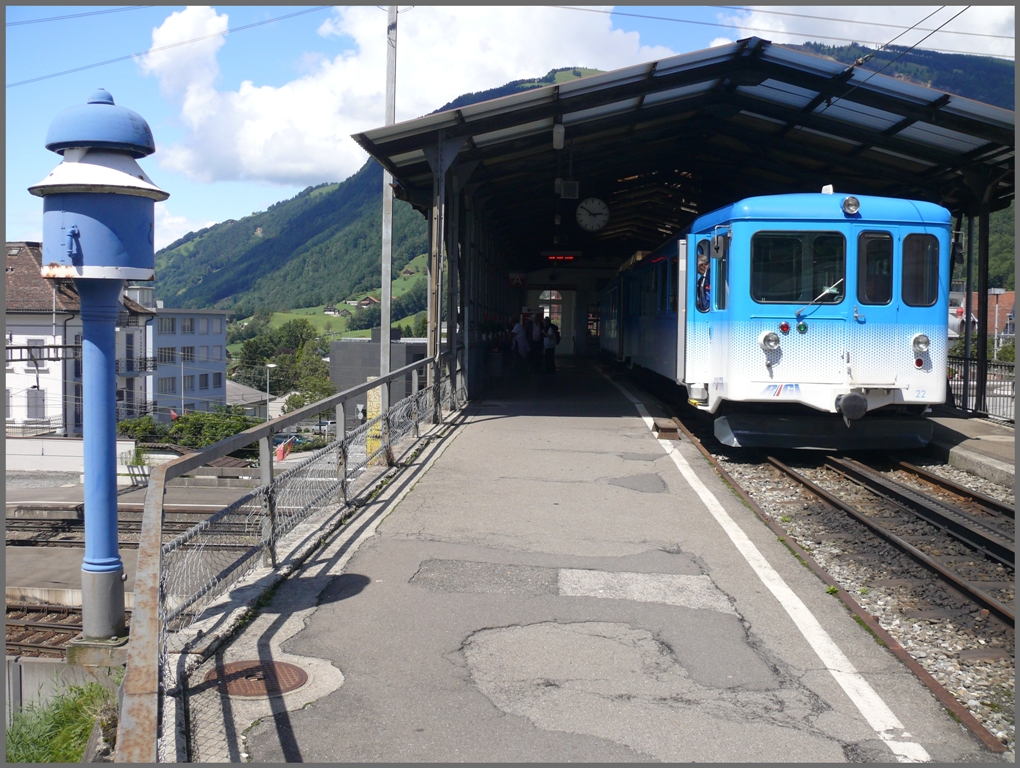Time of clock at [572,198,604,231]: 2:50
